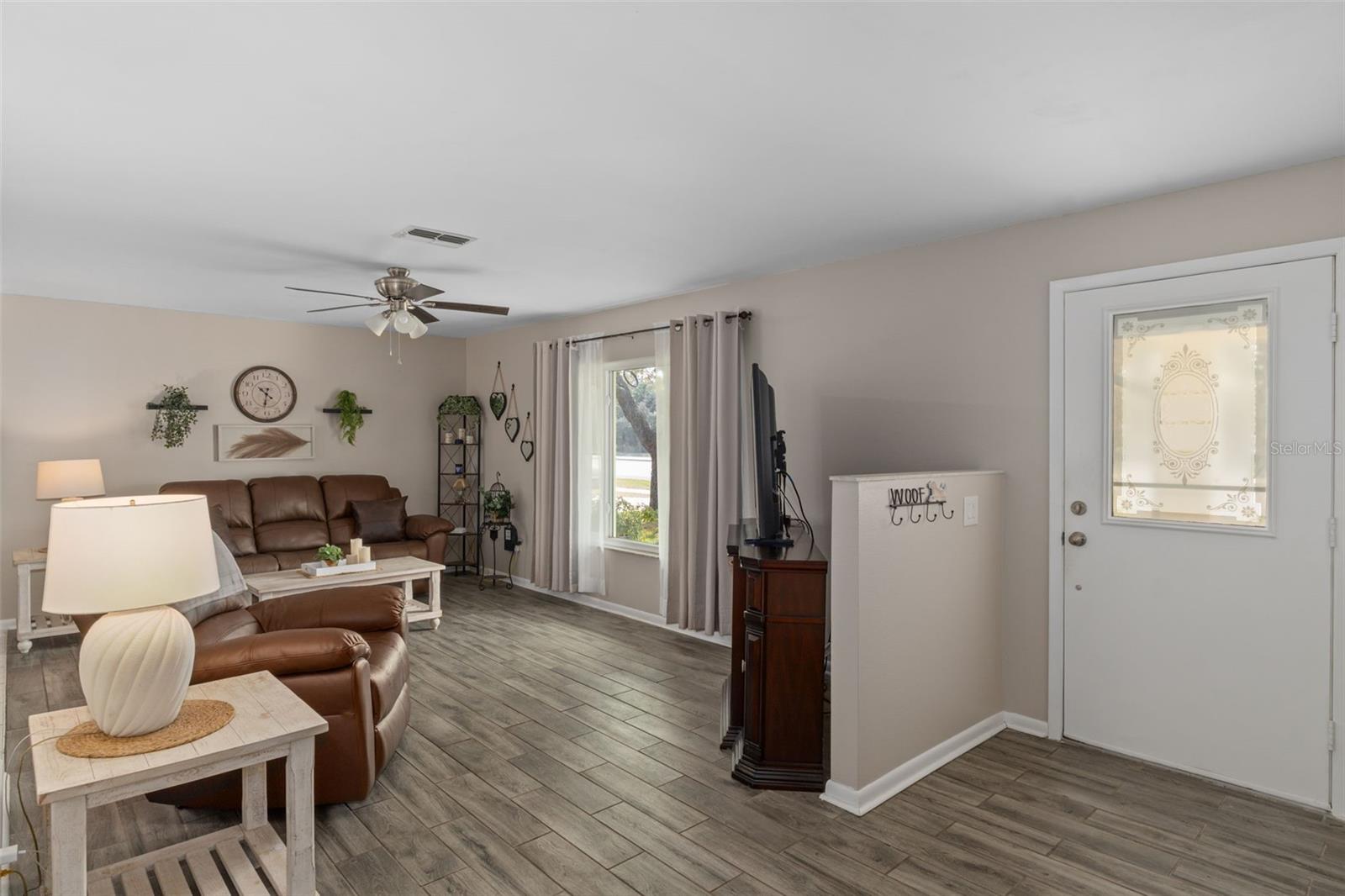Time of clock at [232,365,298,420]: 10:31
